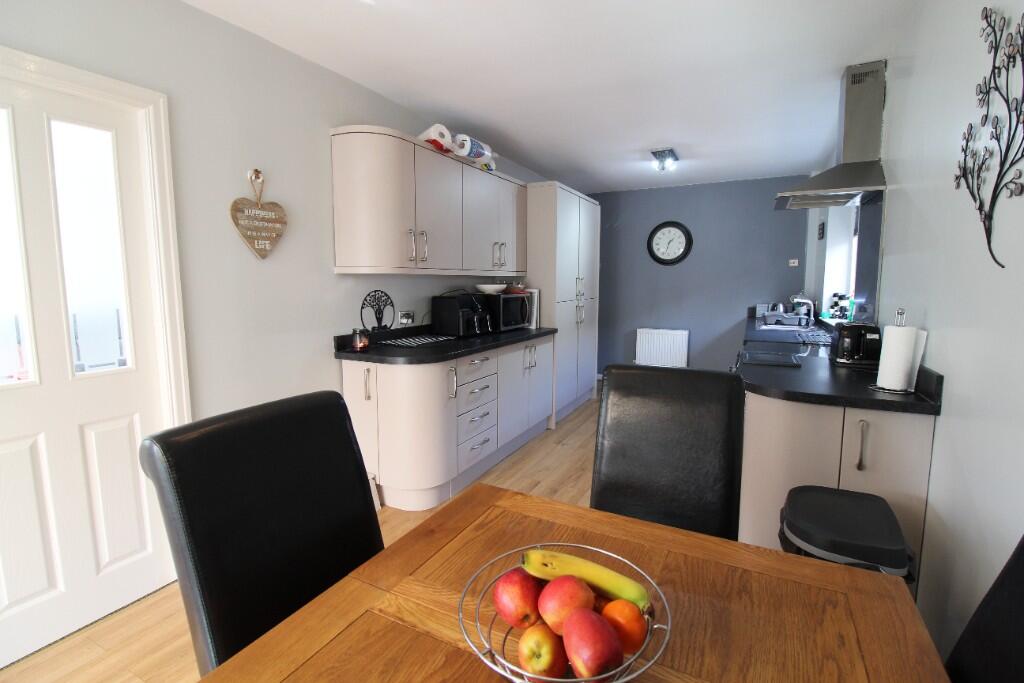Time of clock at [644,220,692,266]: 1:33
